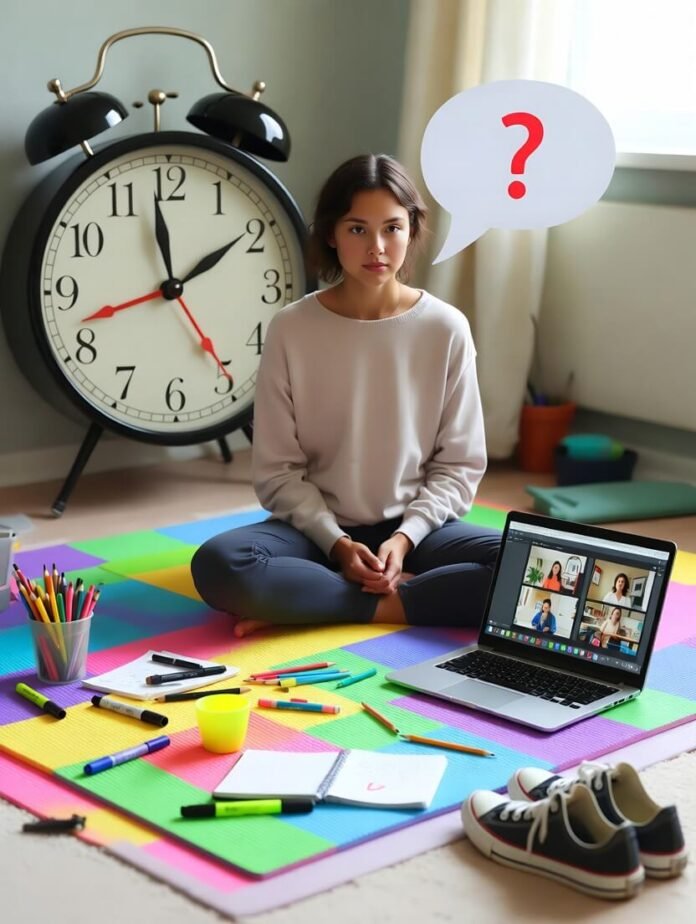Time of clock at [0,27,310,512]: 1:58
